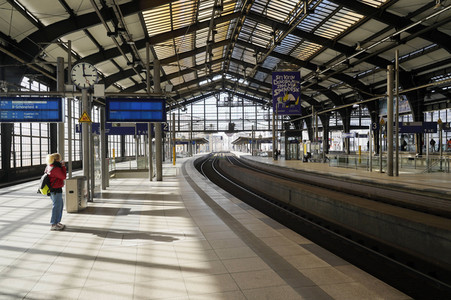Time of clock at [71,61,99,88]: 2:59
